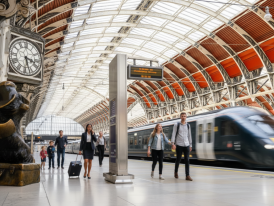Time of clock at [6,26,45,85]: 3:27
